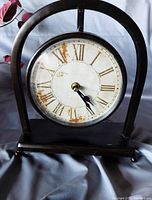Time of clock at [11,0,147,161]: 4:23
